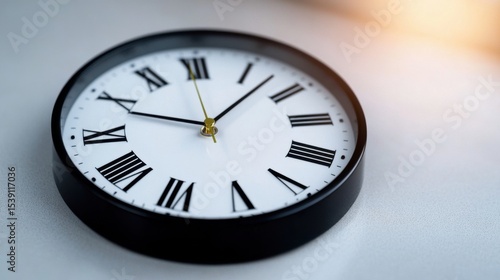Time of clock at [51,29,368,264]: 9:07
